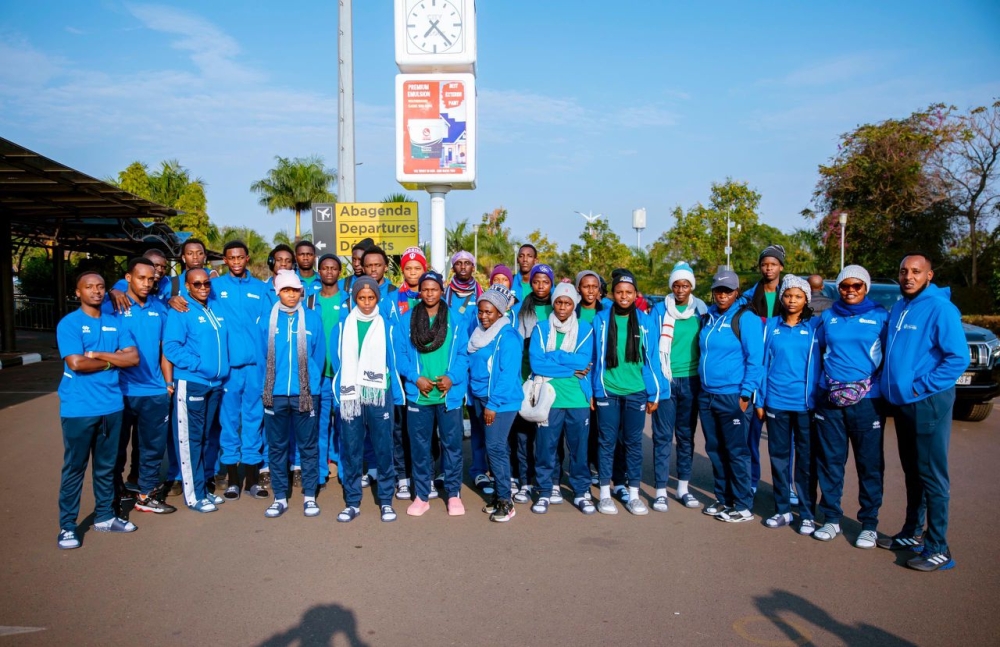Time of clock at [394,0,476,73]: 7:23
